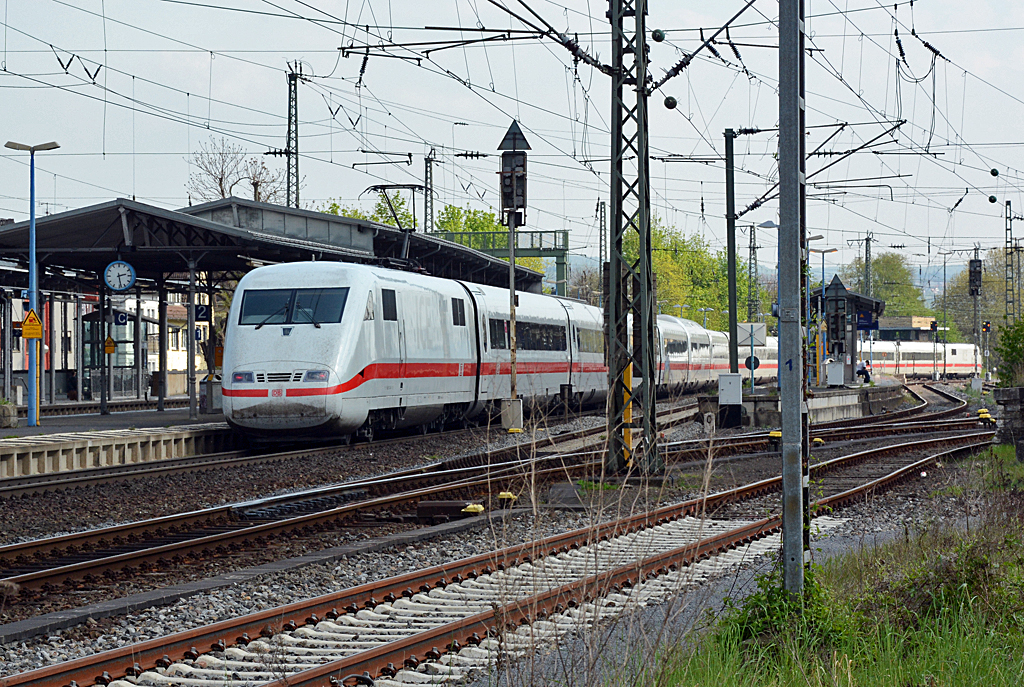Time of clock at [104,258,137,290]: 2:28
